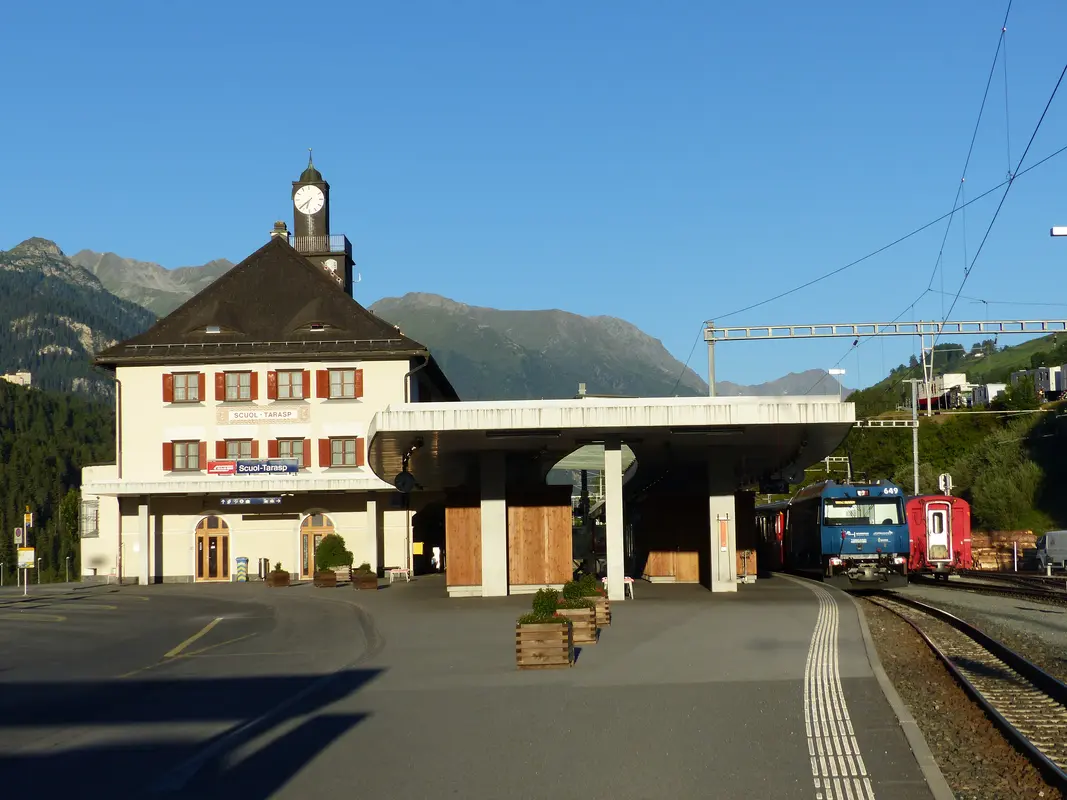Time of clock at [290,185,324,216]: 6:38
